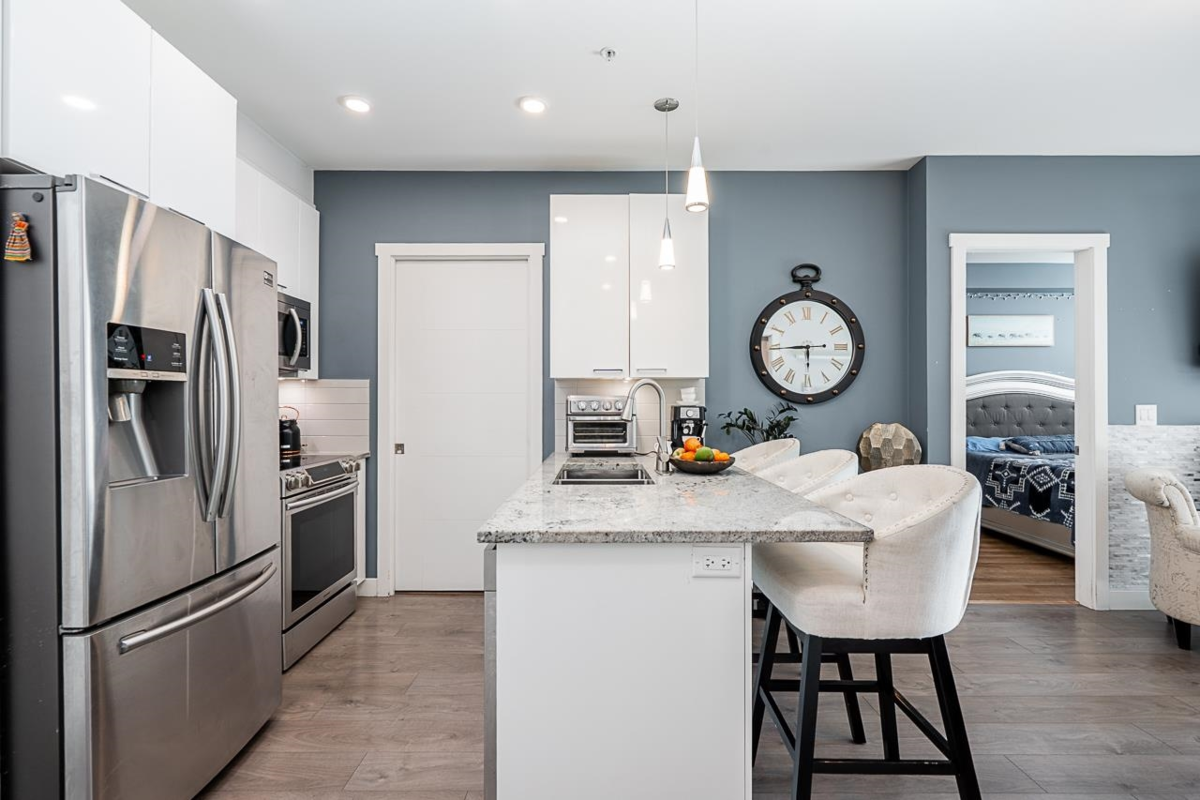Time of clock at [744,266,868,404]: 5:44
